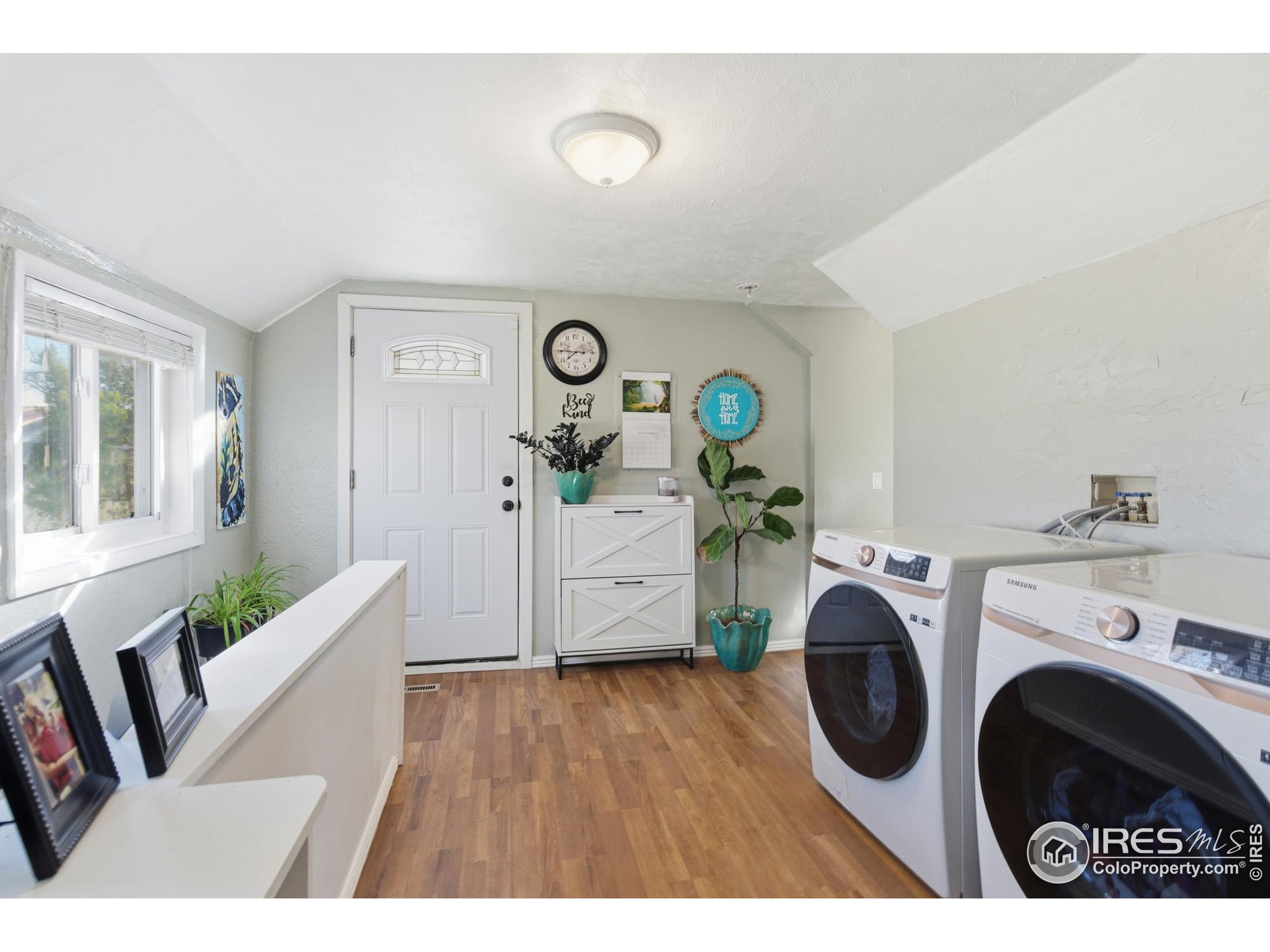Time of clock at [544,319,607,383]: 7:45
